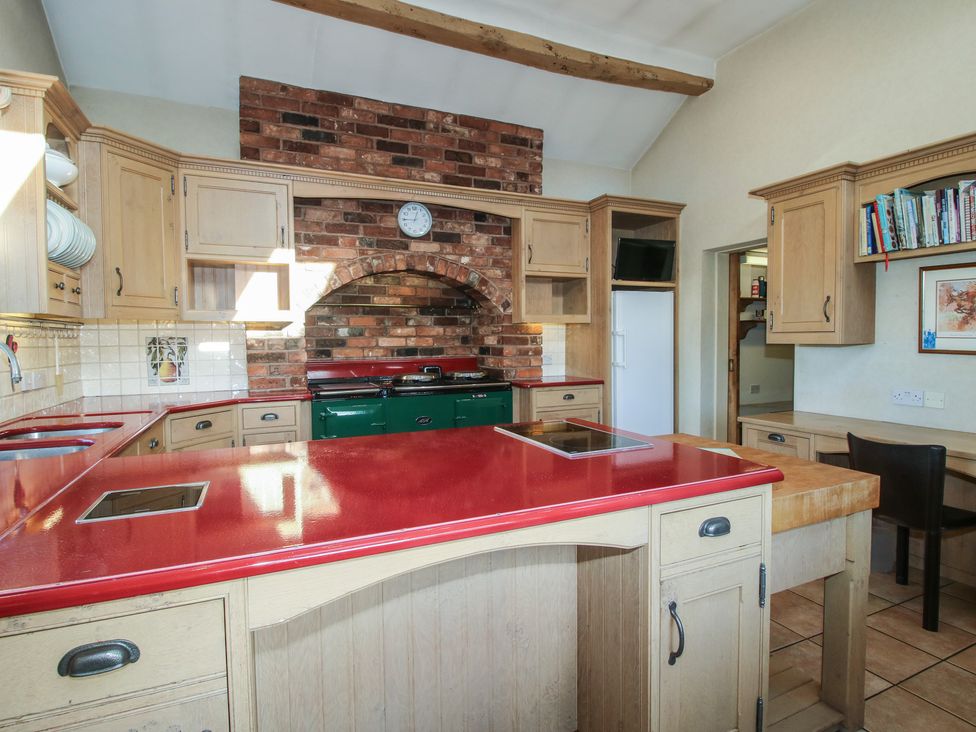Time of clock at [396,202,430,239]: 12:44
